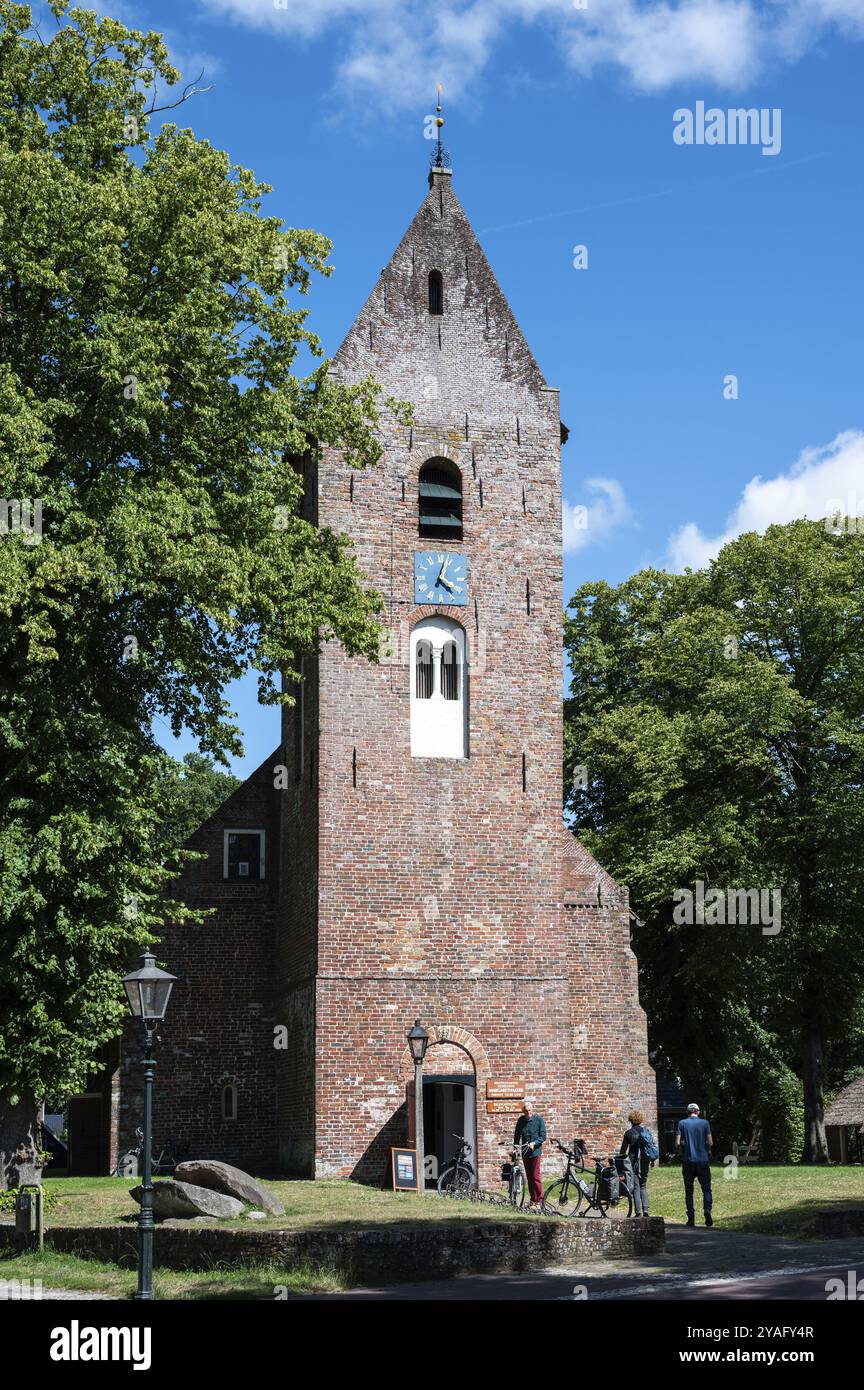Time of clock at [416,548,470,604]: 4:02
